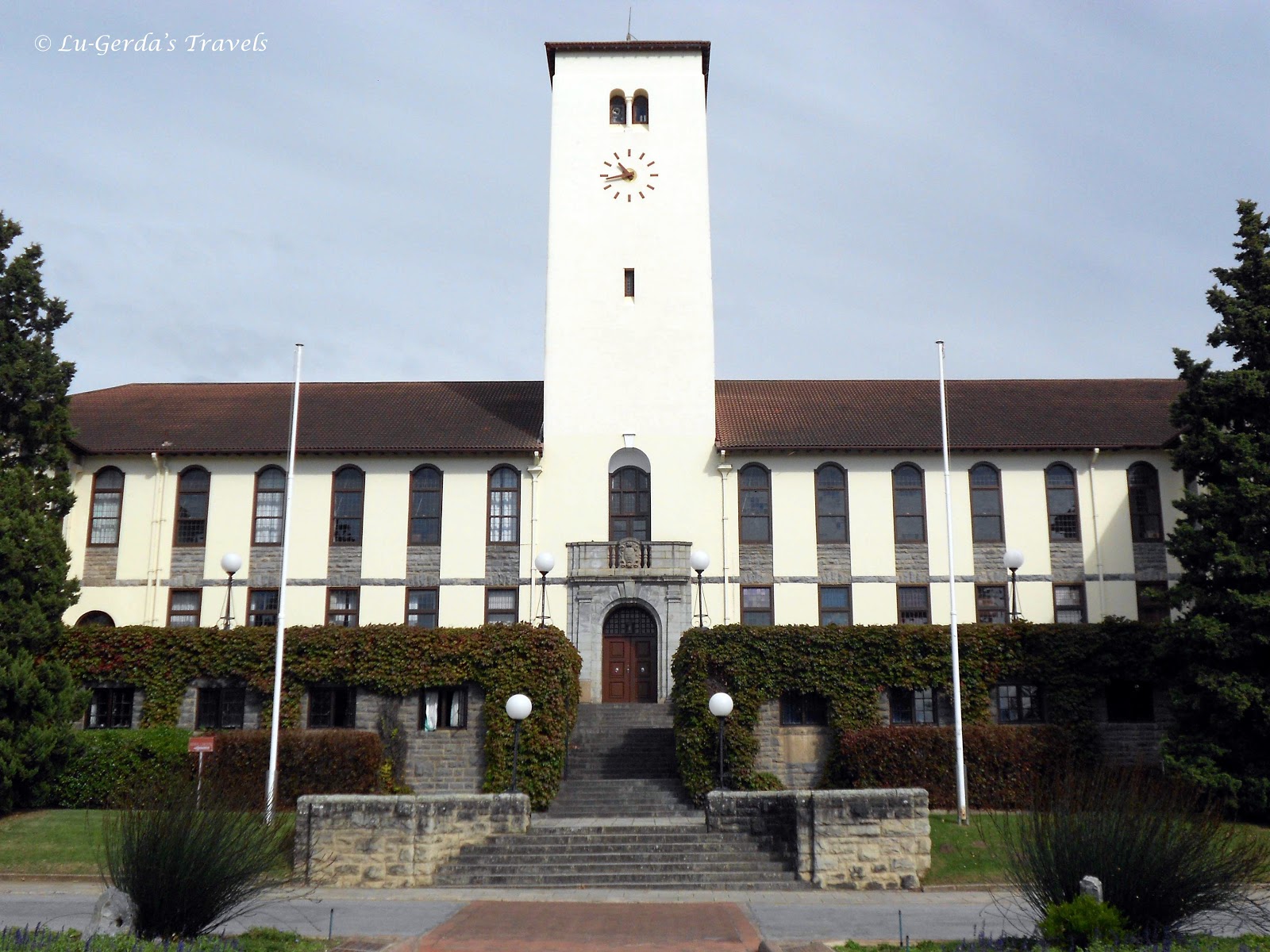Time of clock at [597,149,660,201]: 10:43
